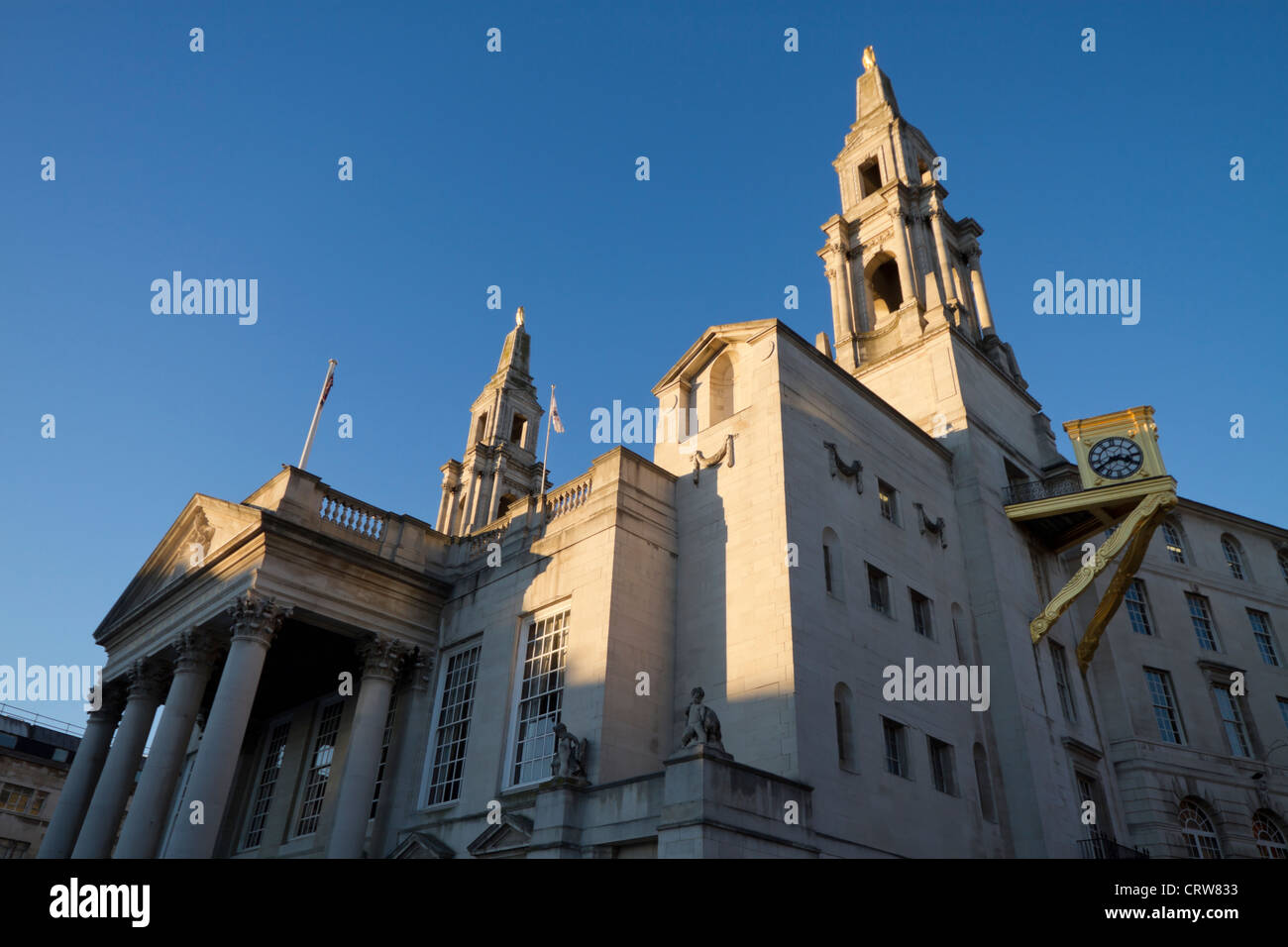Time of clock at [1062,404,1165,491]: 3:40
